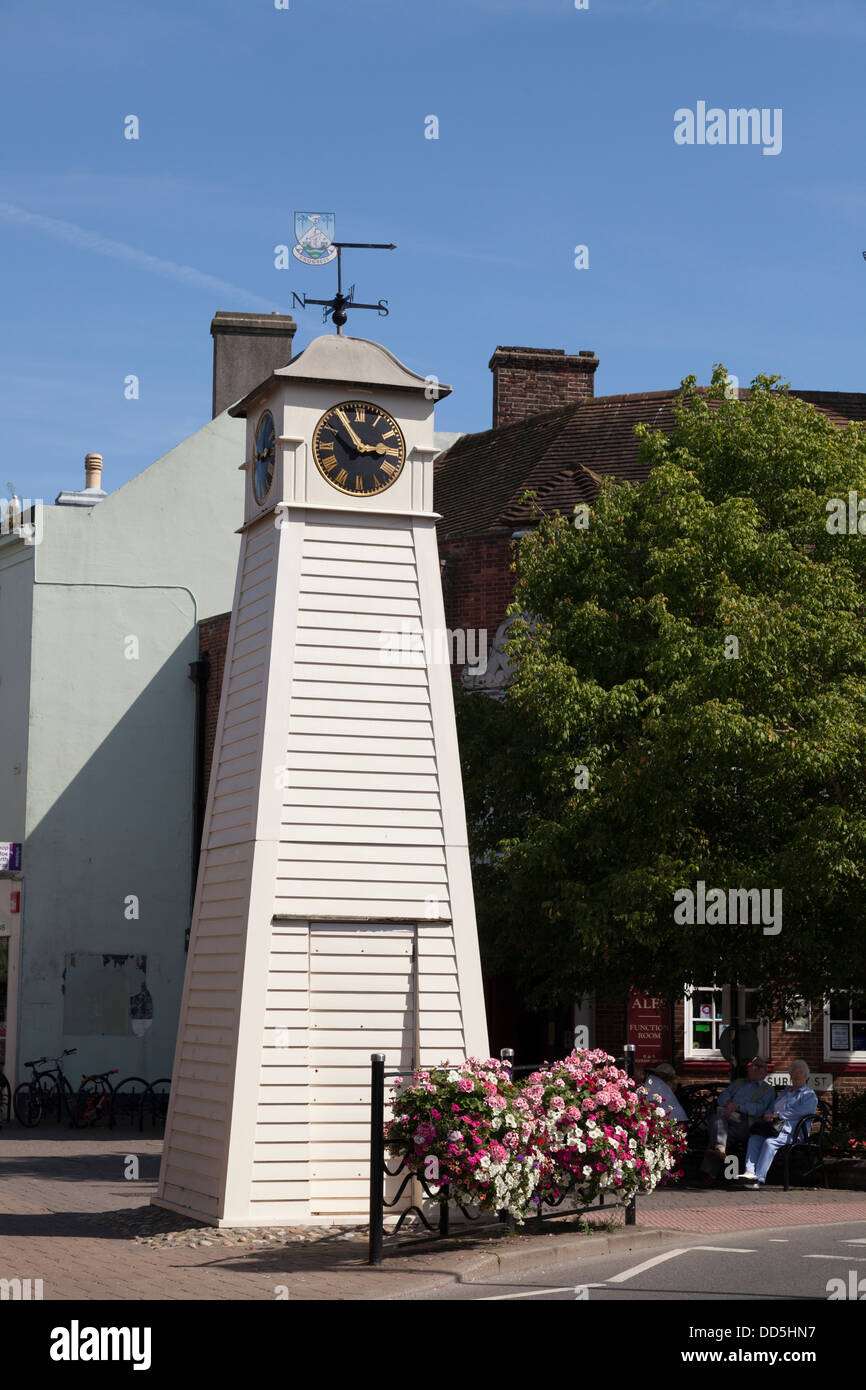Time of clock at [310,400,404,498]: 2:54
